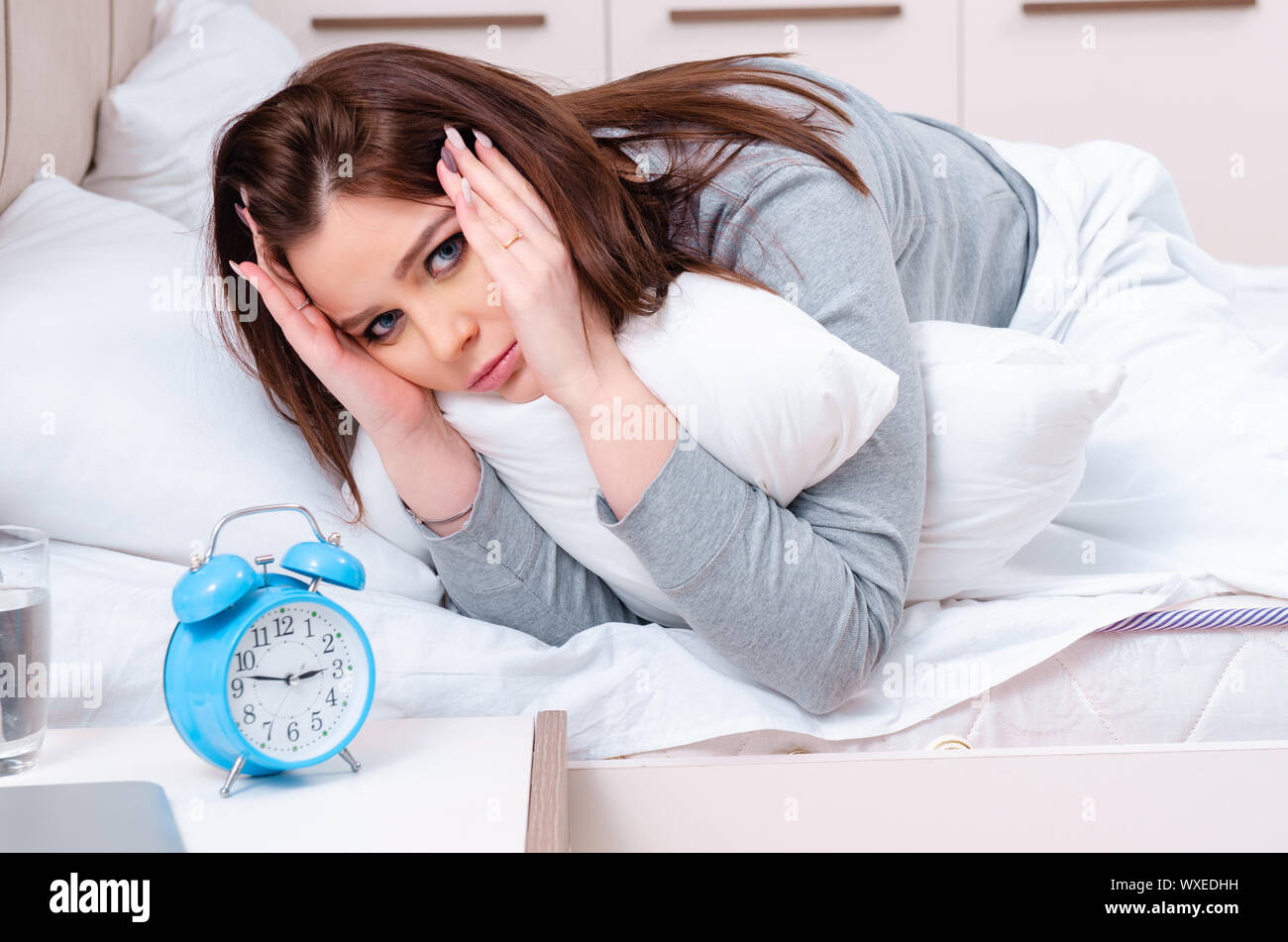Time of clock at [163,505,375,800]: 2:46
